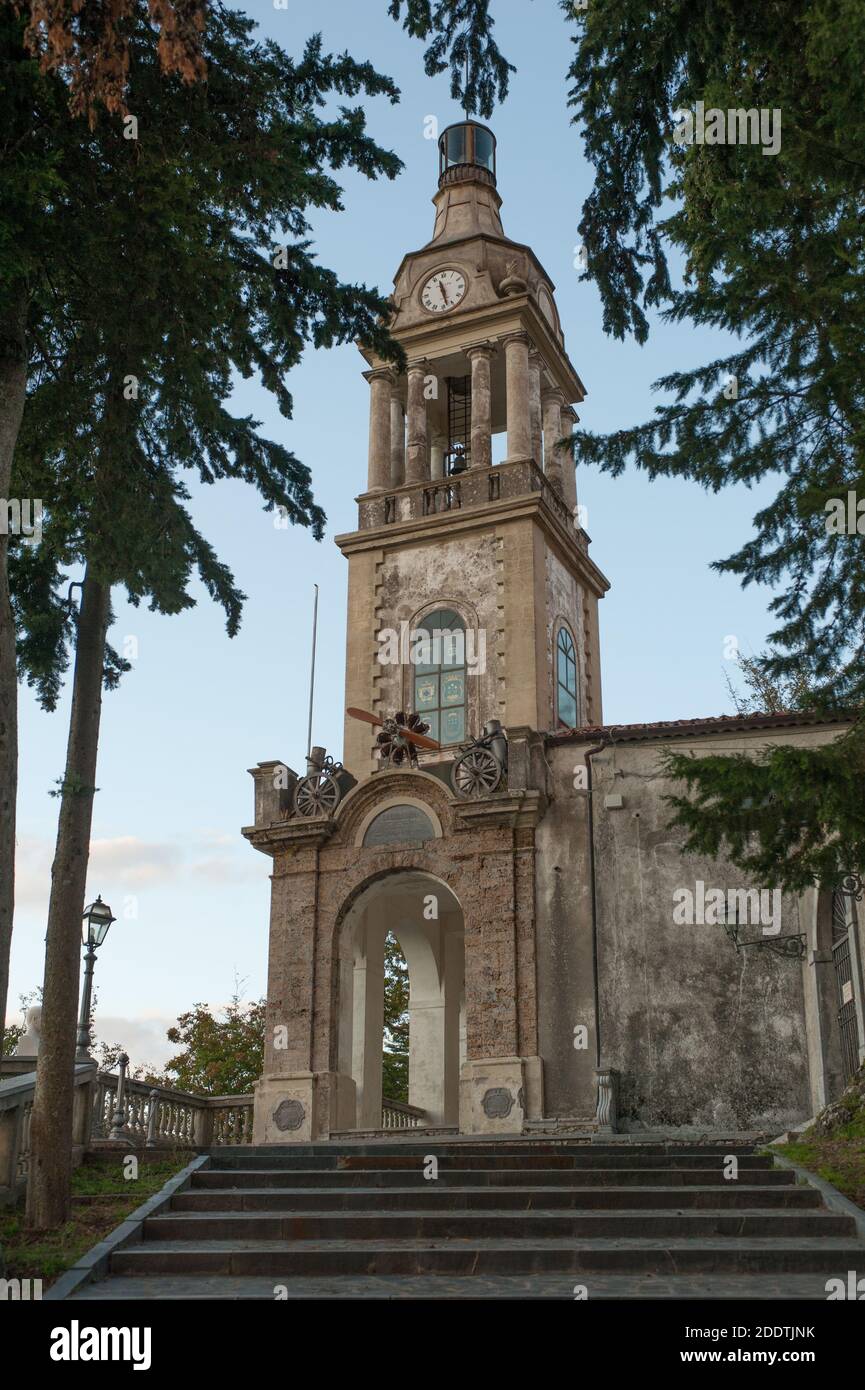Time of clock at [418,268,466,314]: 11:27
